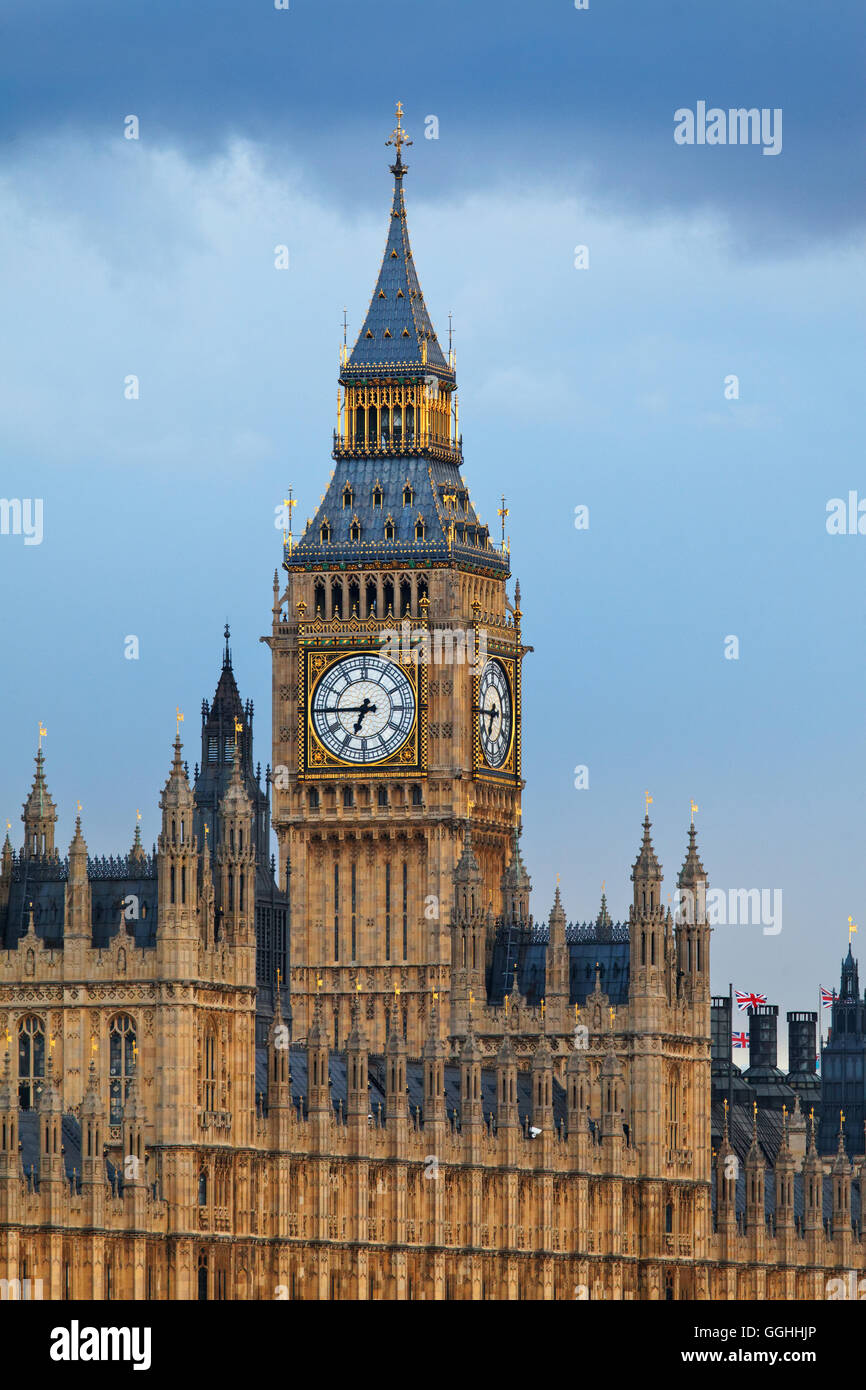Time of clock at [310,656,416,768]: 6:44
